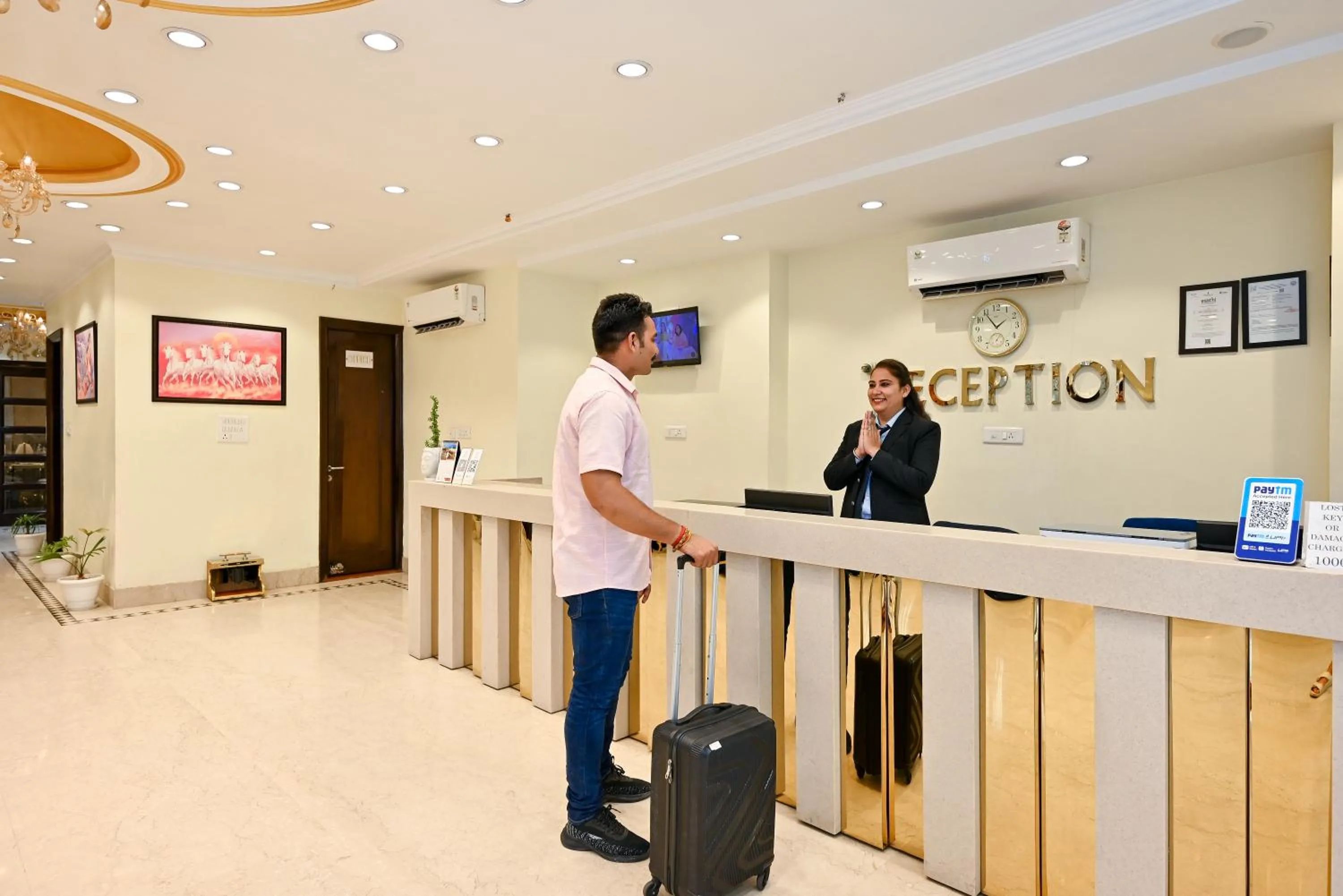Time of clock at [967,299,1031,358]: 1:54
